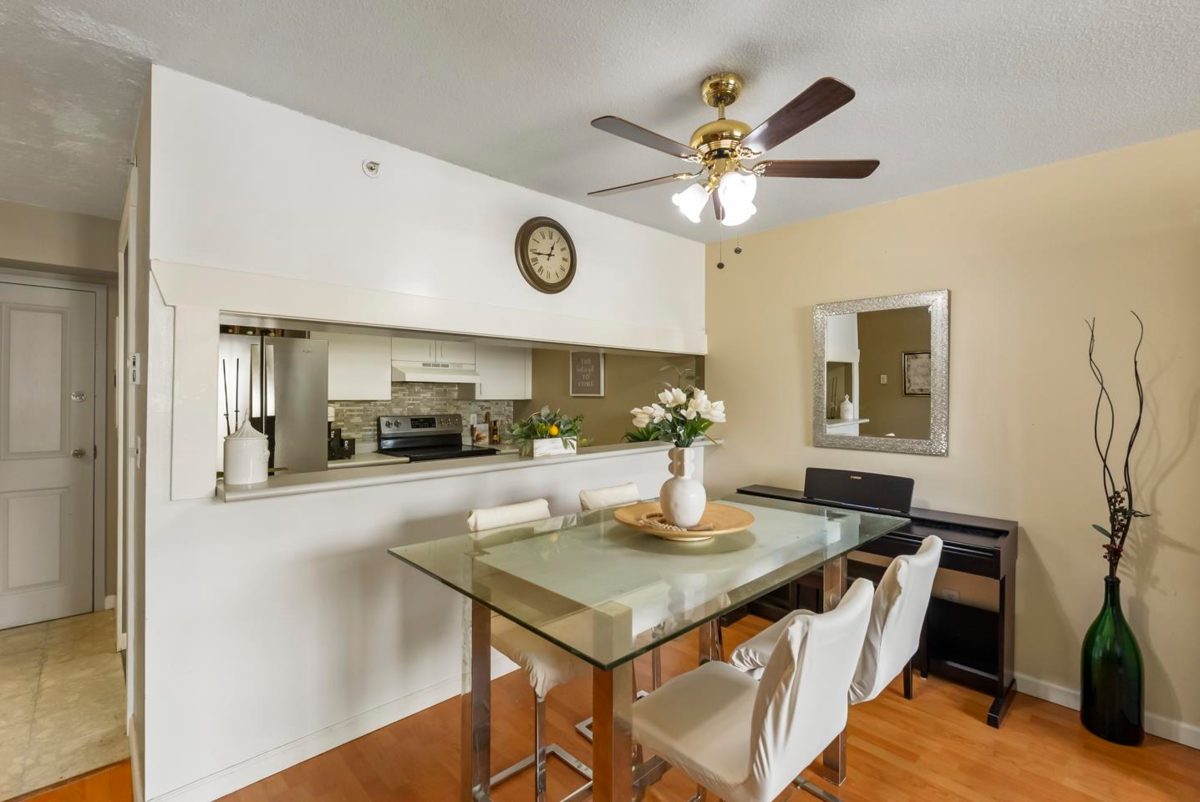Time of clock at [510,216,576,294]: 12:43
